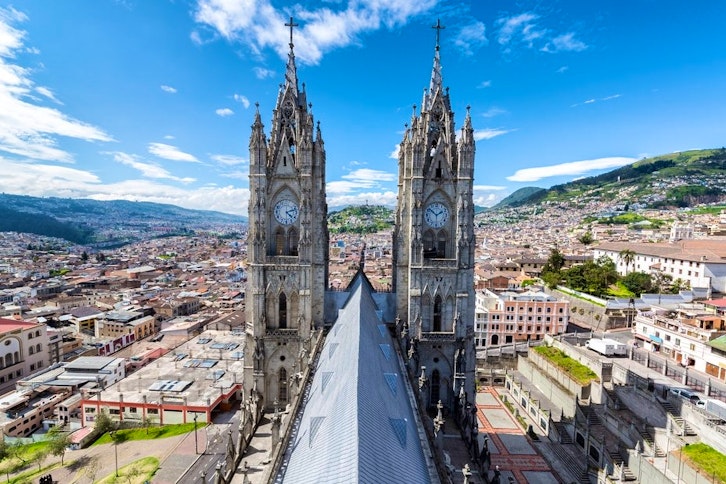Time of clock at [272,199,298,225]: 4:12
